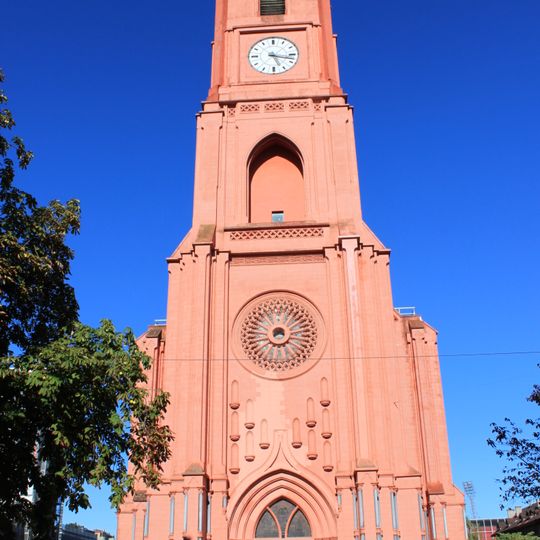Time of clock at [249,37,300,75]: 5:17
